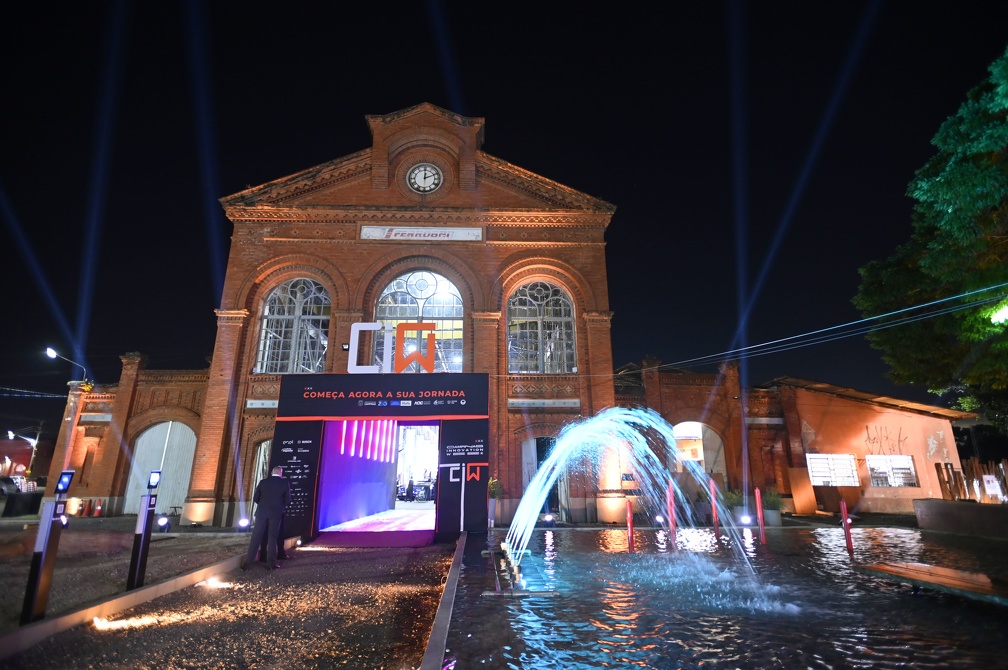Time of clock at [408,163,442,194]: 12:11
